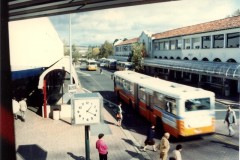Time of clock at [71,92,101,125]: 1:19
